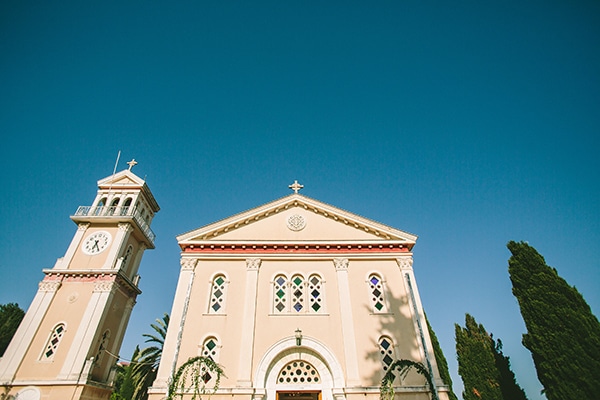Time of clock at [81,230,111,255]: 6:24
